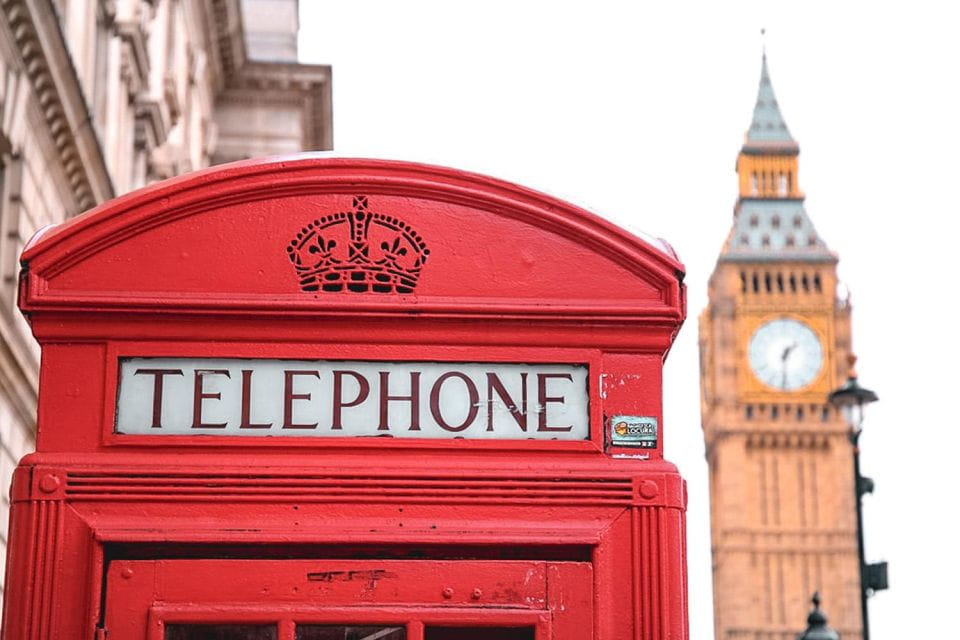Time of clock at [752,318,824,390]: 1:31
